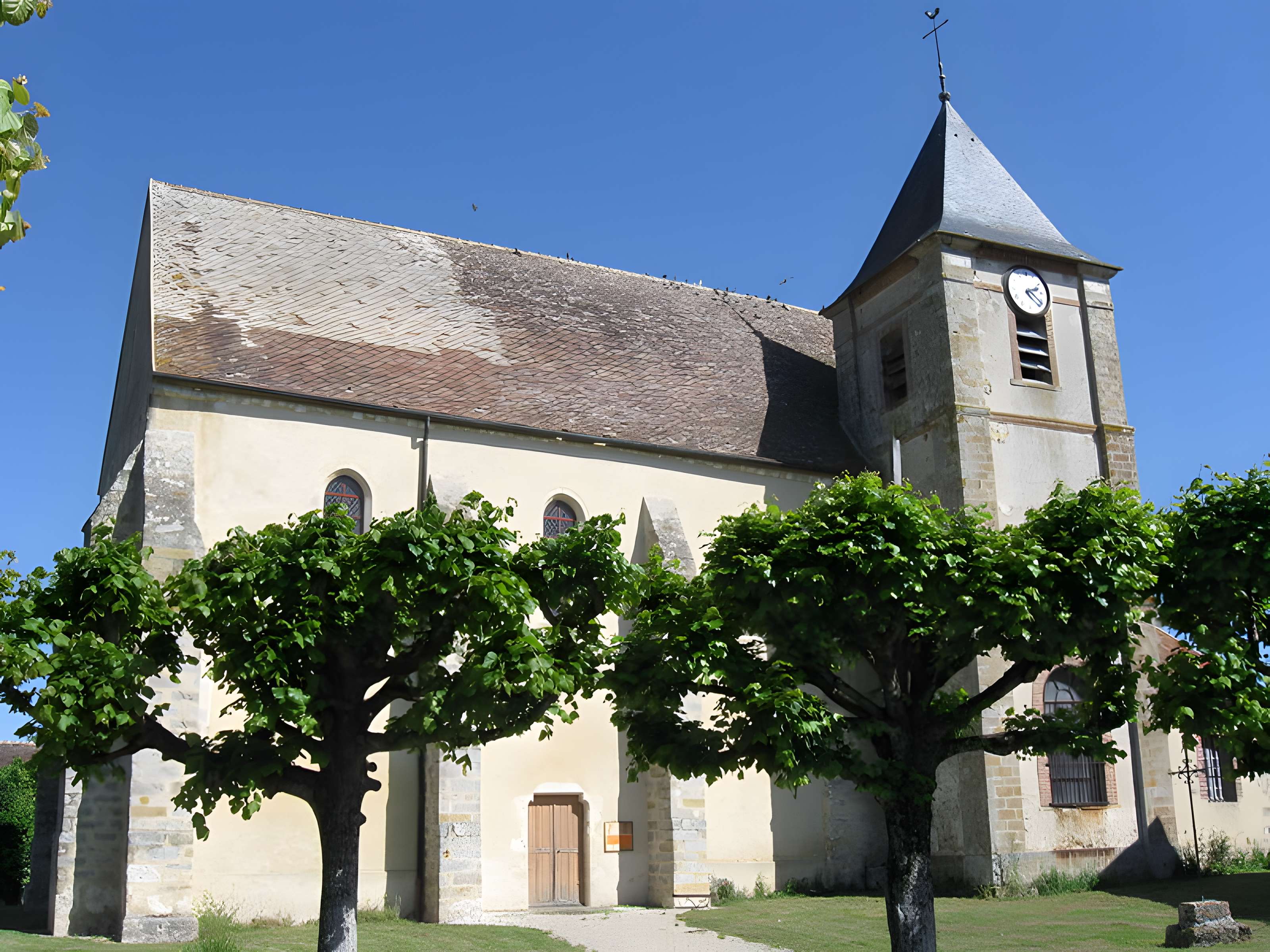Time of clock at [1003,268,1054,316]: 2:21
